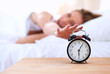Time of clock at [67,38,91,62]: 6:05
